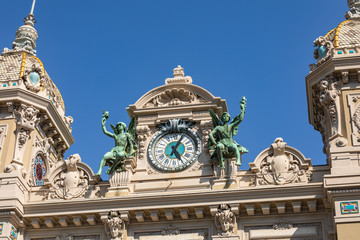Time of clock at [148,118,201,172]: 5:05
